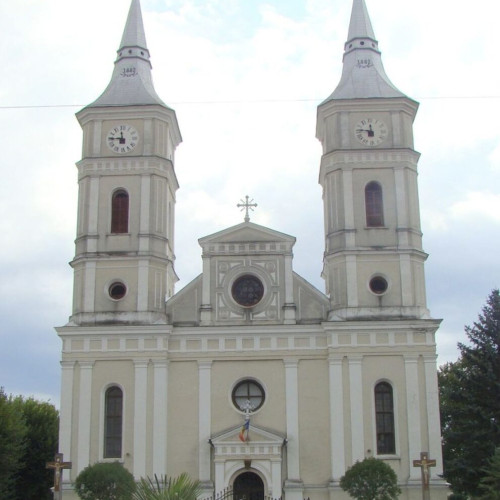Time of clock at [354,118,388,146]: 11:46
